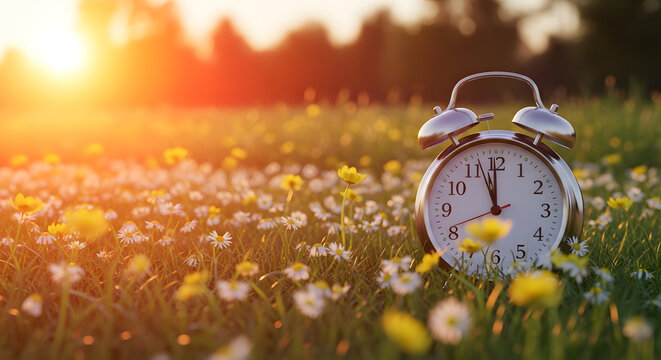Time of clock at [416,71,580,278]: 11:56
